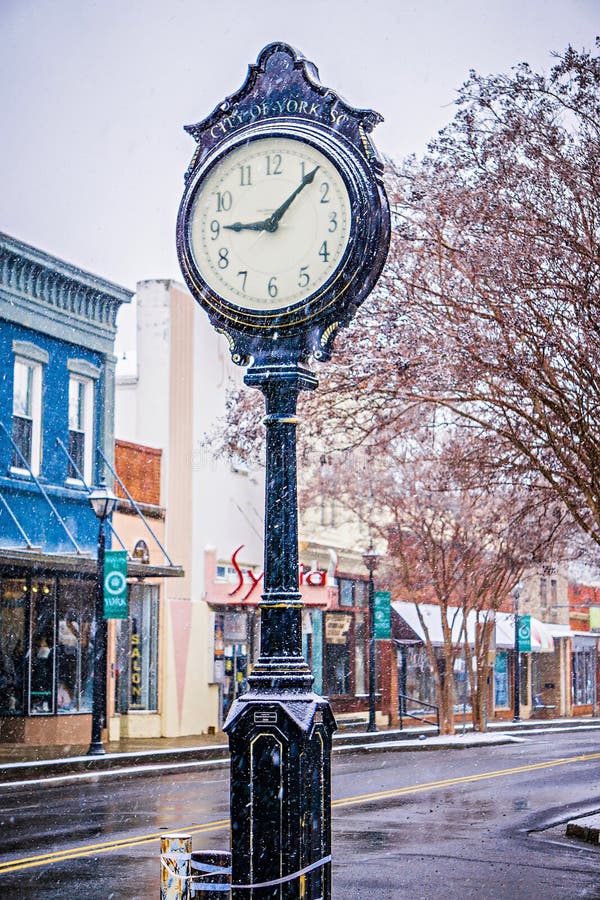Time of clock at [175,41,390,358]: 9:07
